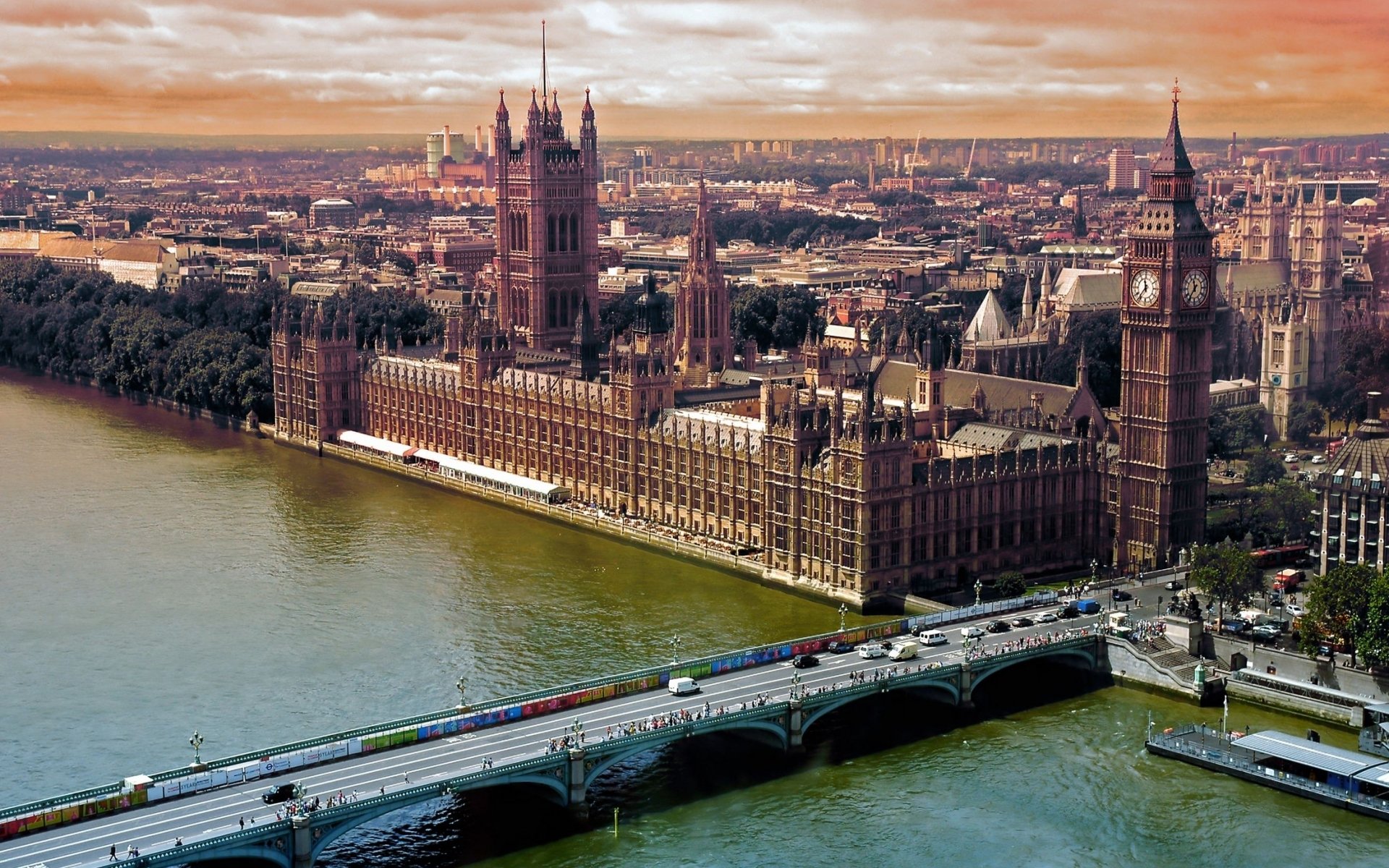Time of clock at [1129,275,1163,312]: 11:36
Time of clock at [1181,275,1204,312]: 11:36
